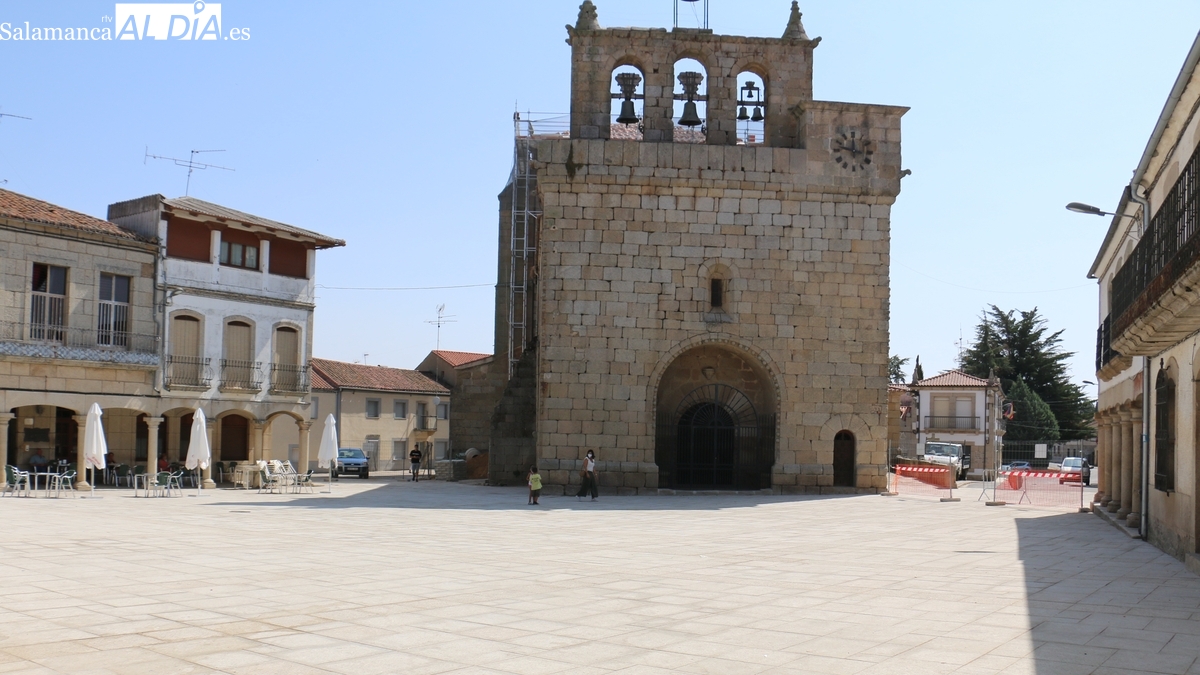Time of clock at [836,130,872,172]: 11:47
